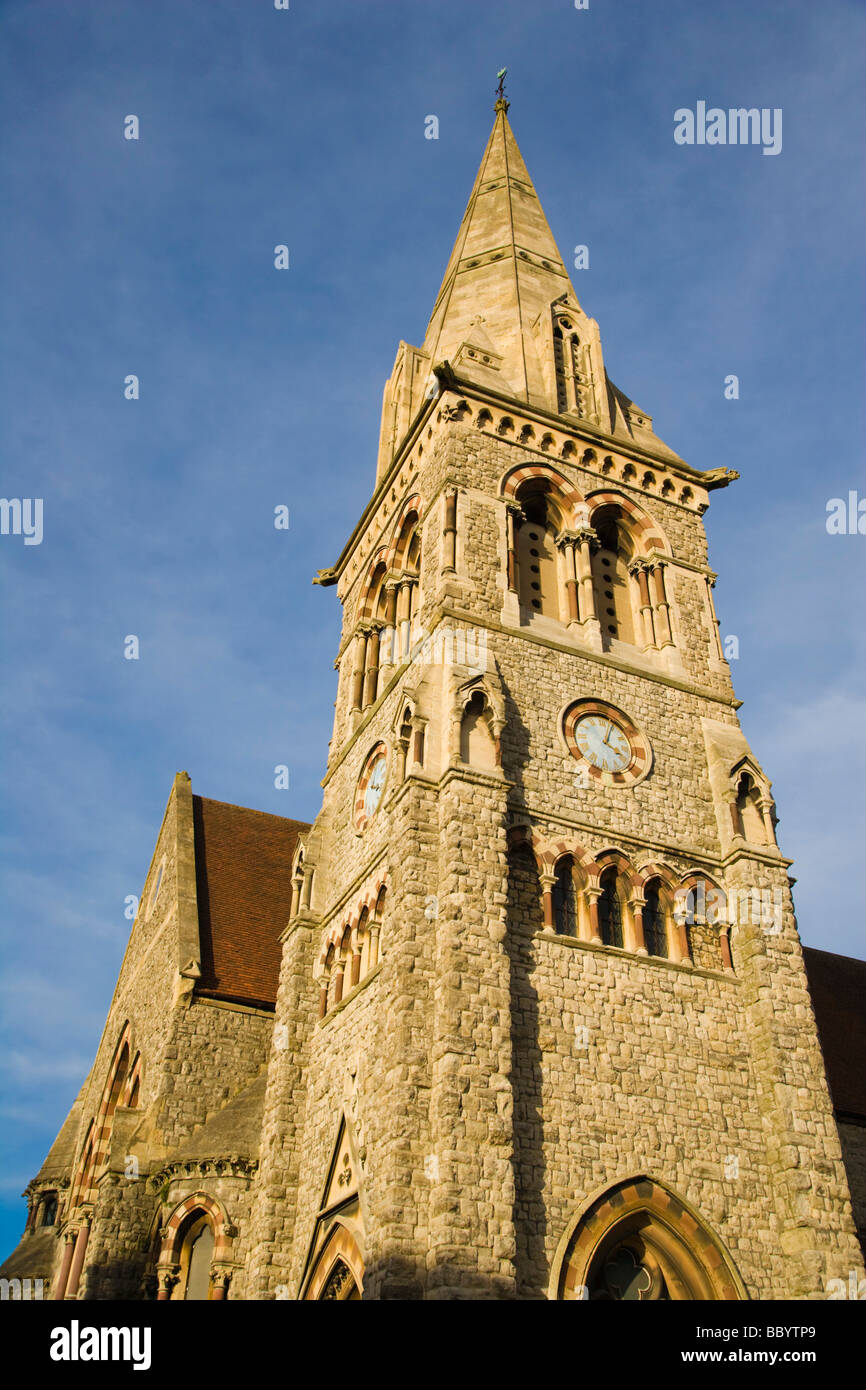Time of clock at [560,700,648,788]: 4:04
